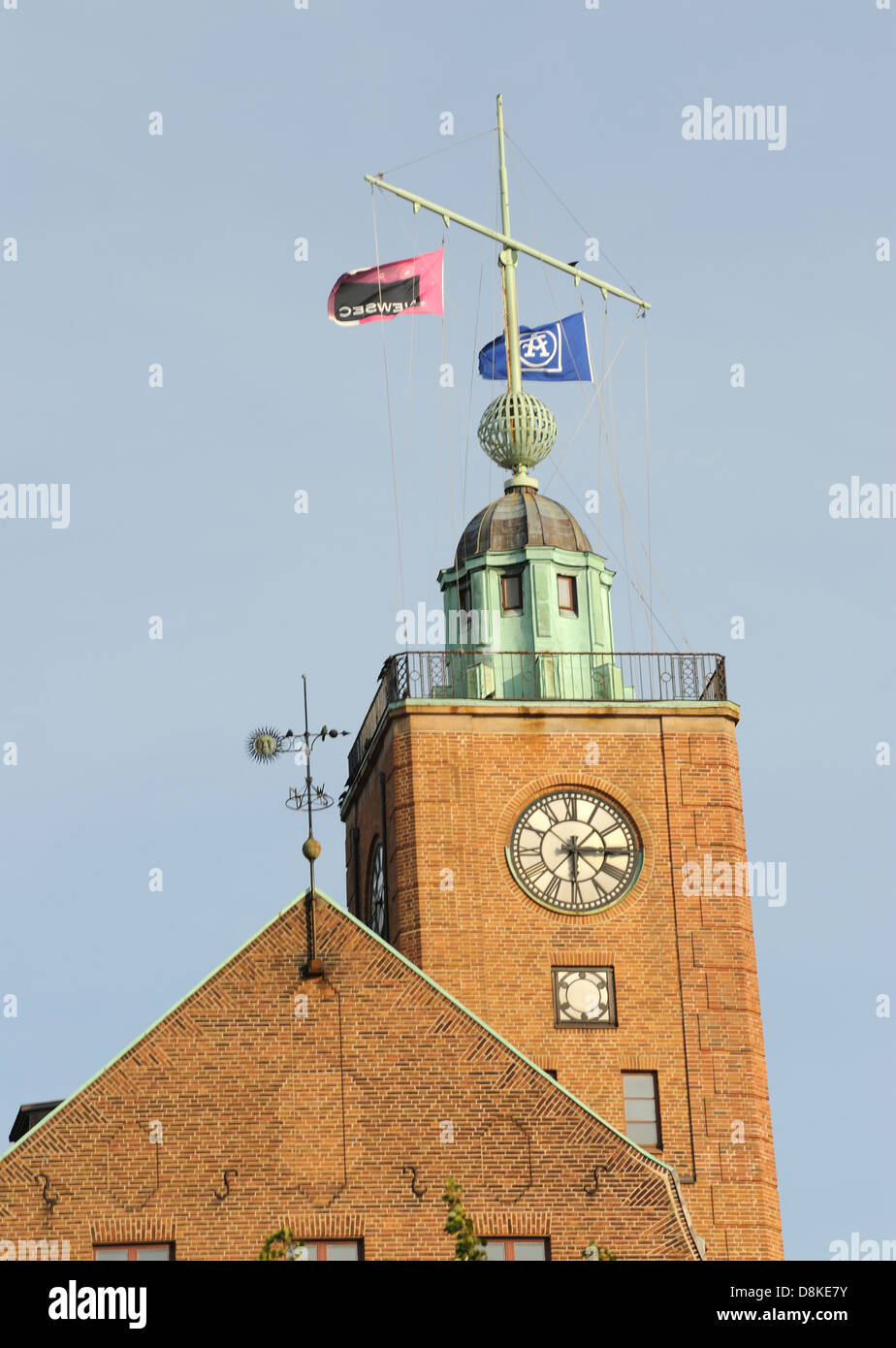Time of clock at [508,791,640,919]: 6:15
